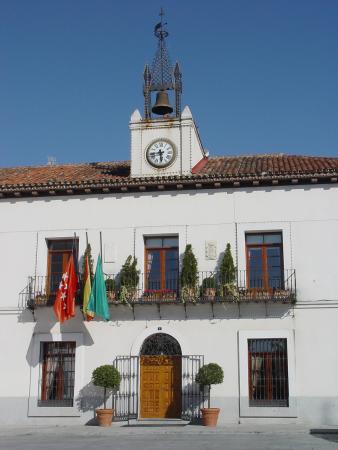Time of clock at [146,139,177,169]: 5:43
